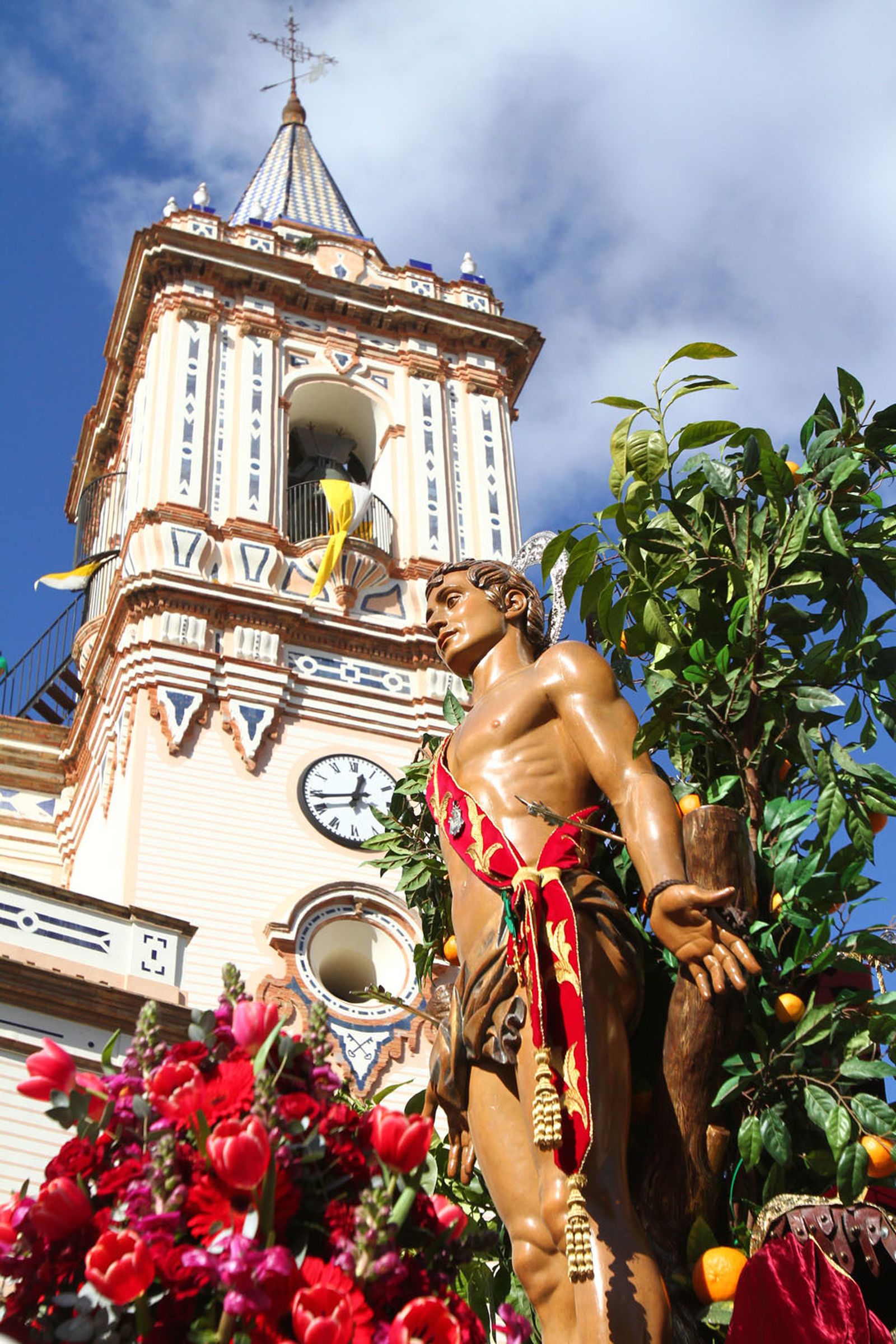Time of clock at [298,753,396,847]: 12:43
